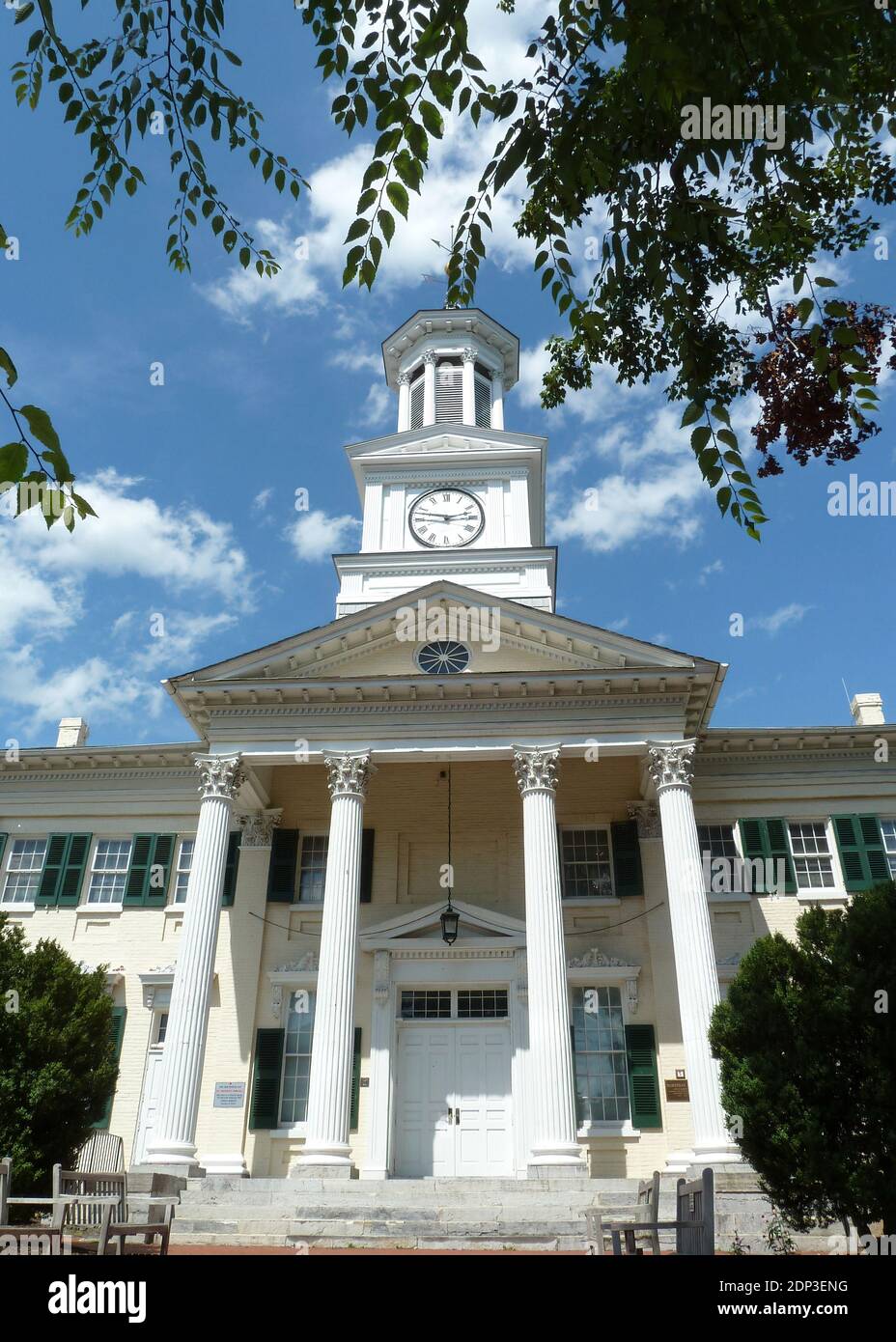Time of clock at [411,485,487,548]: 2:47
